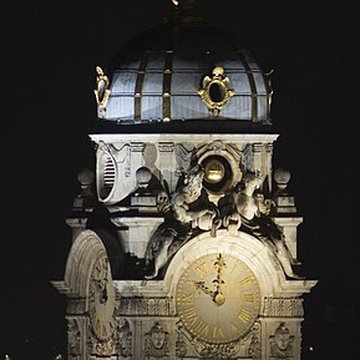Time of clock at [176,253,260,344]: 10:00
